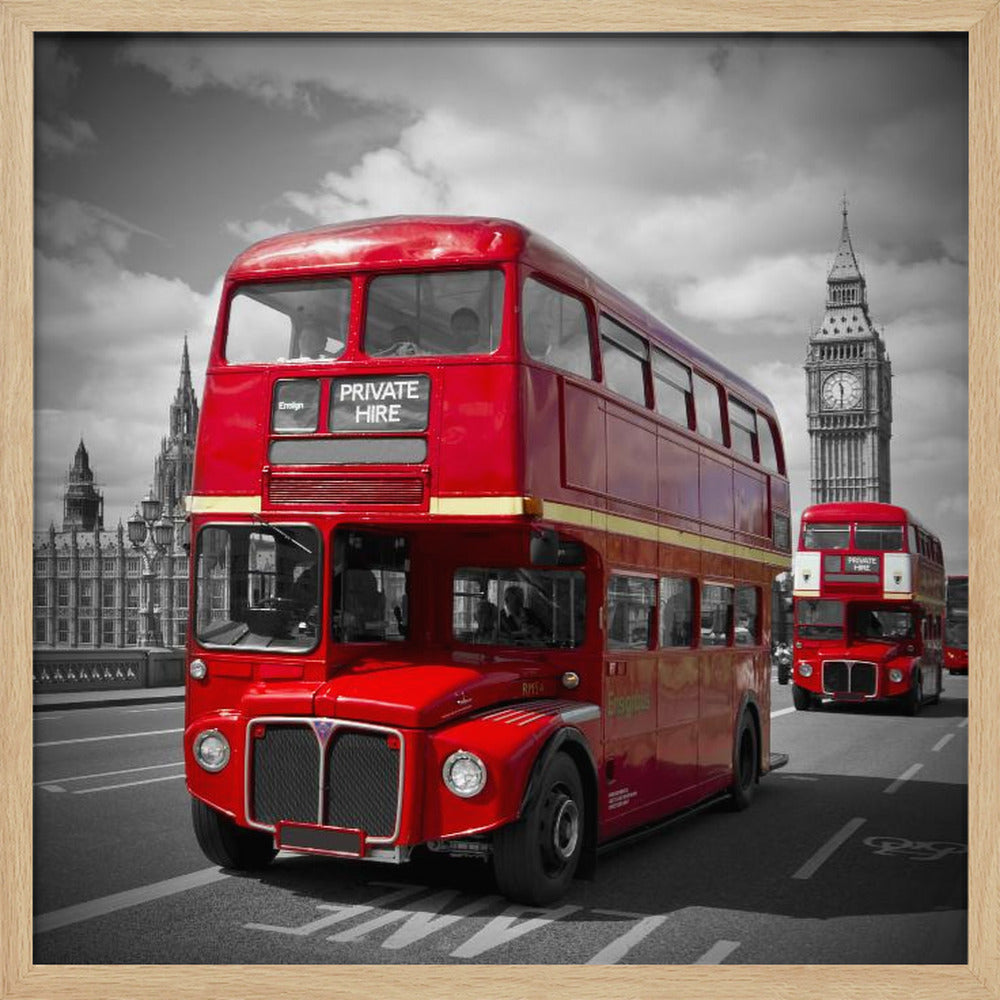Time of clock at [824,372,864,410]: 11:30
